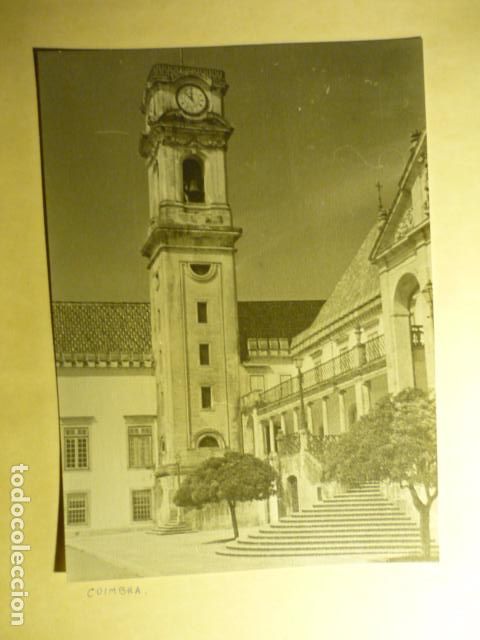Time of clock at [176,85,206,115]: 11:52
